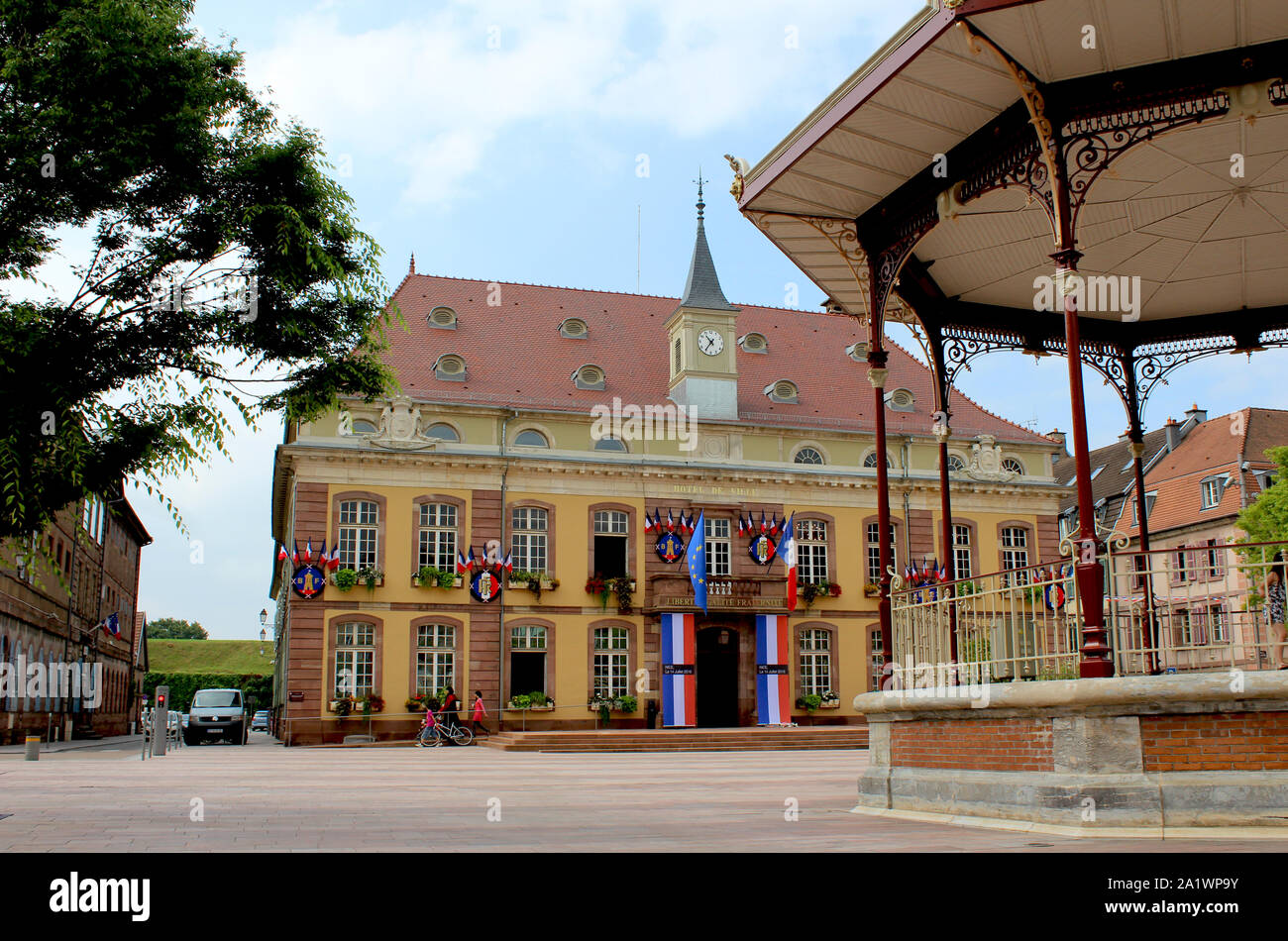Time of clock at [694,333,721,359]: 10:36
